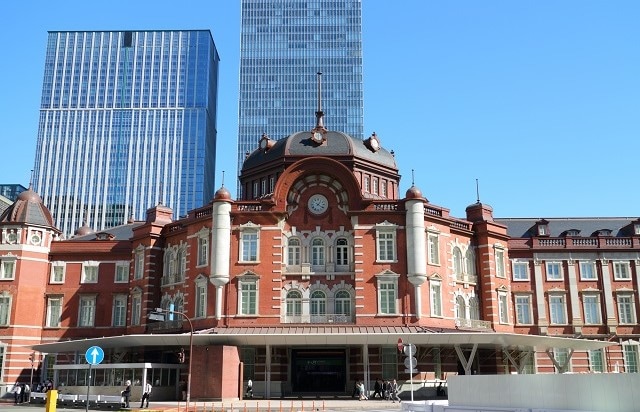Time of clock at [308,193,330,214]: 1:20
